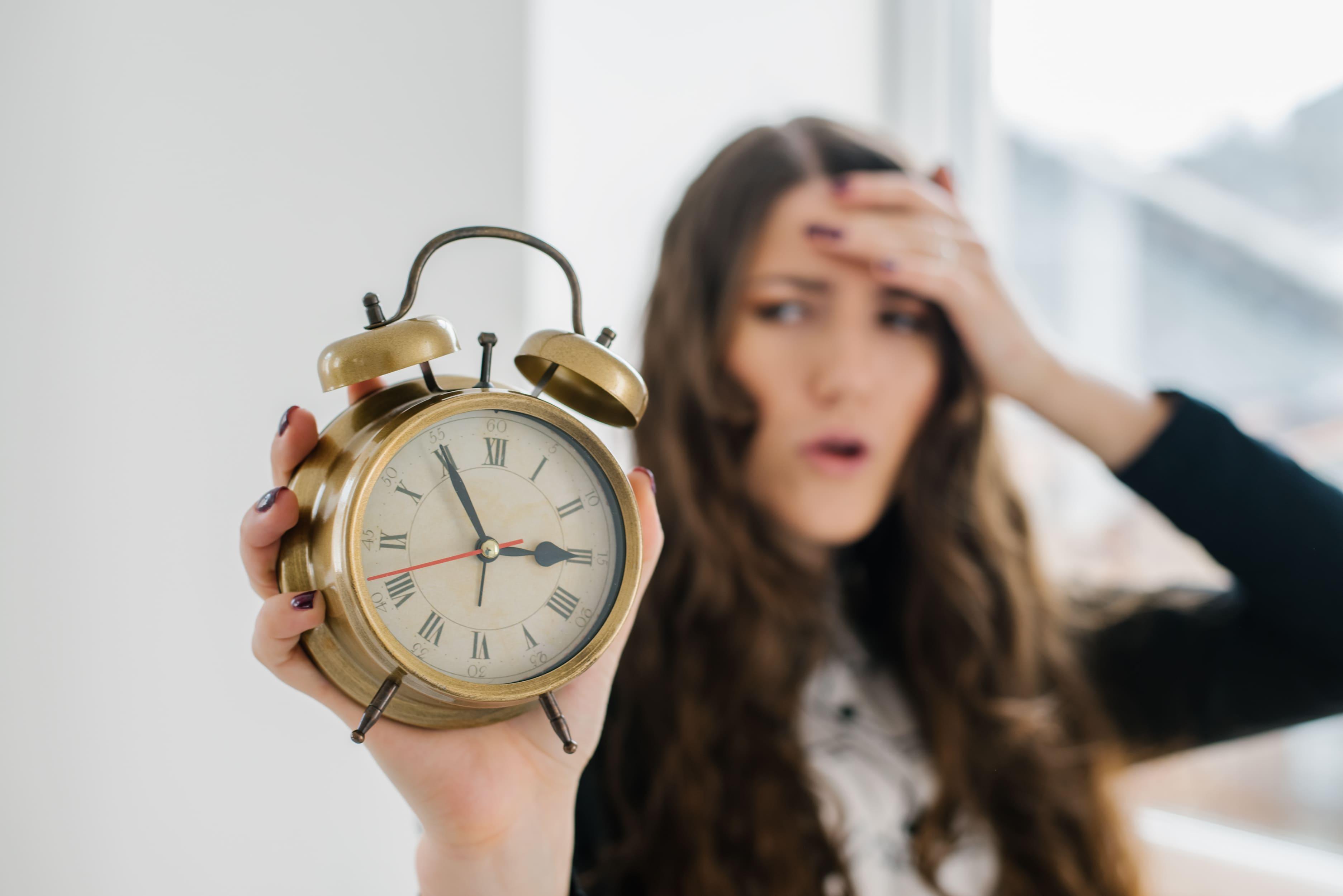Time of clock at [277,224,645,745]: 2:55
